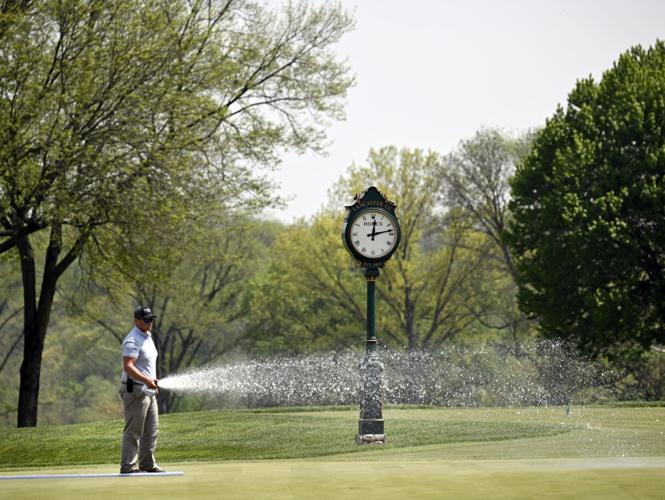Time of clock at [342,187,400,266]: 12:13
